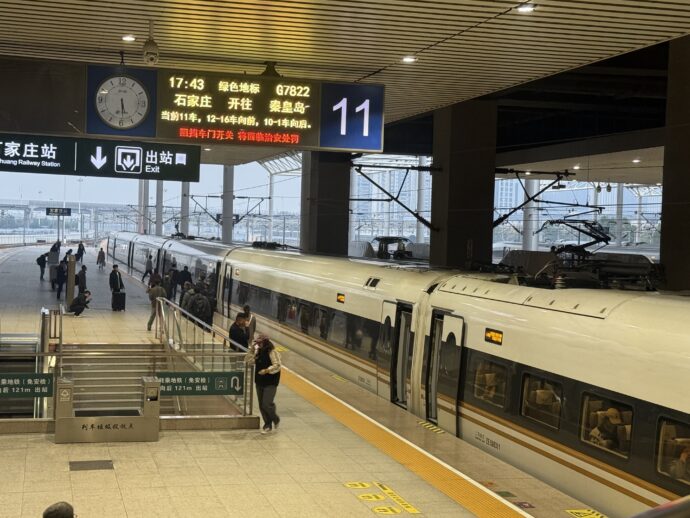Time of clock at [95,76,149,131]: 5:29
